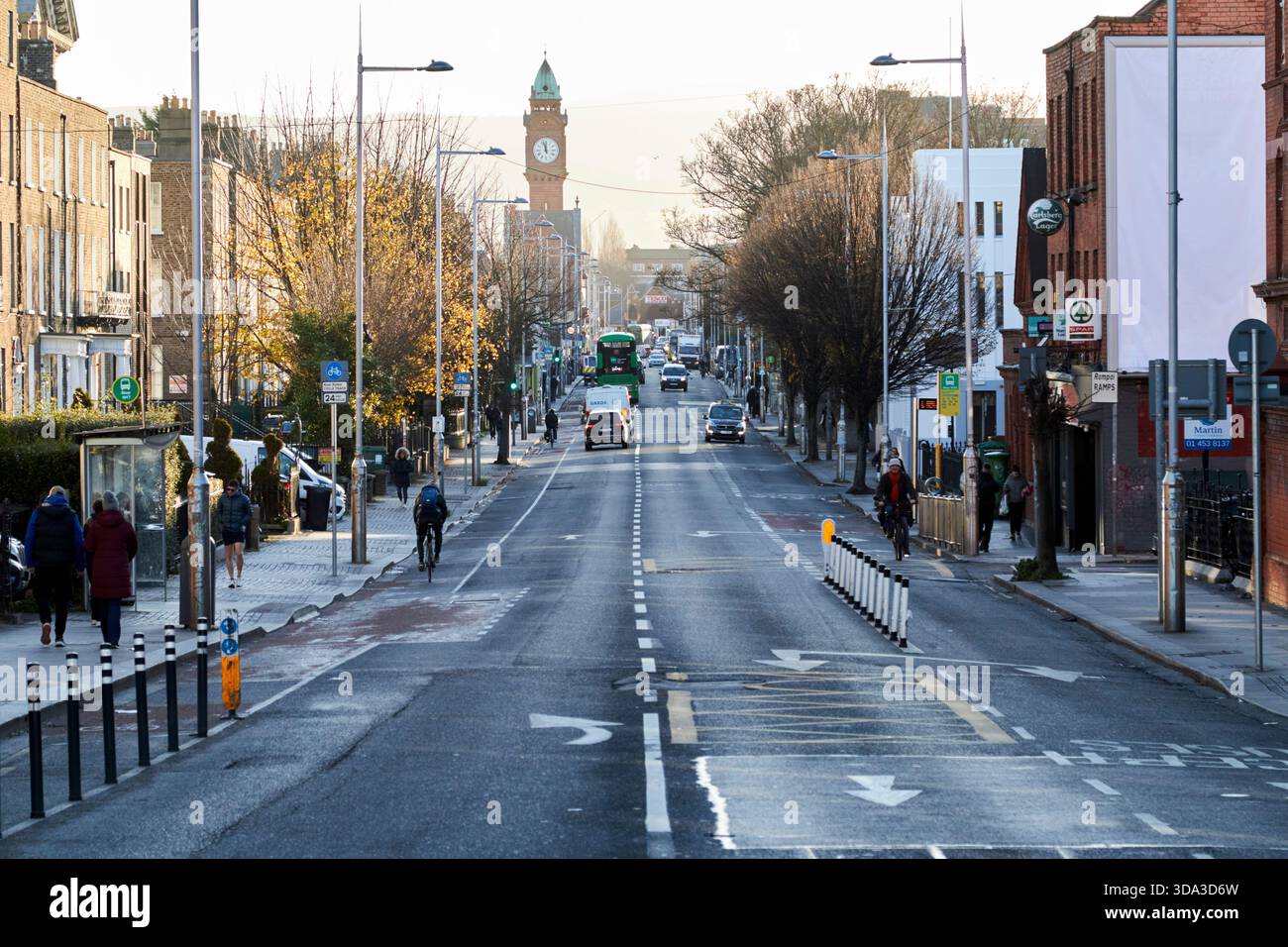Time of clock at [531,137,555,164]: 11:57
